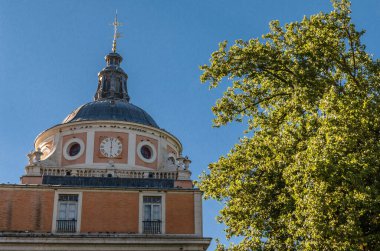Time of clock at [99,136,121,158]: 6:00
